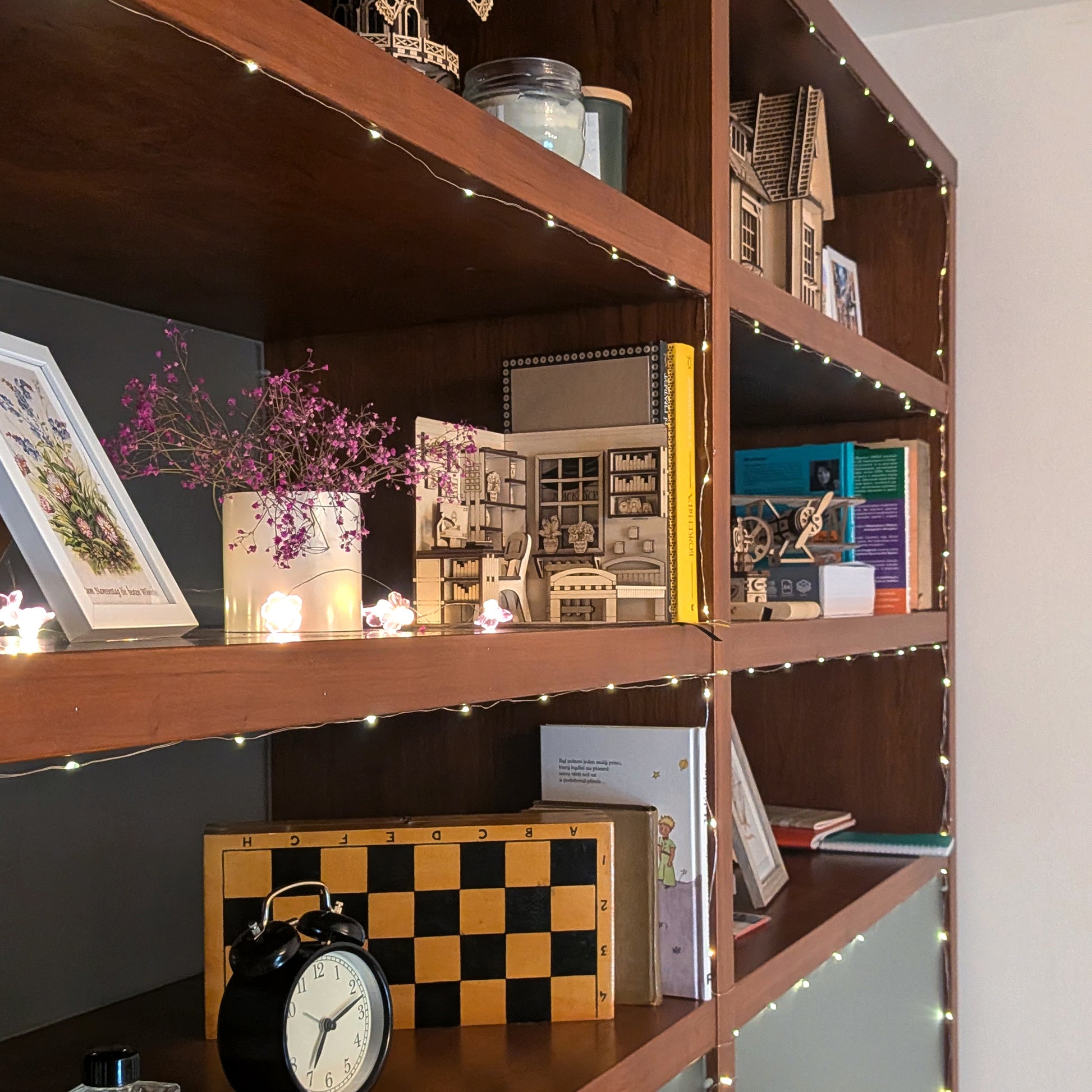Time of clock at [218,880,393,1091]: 7:12
